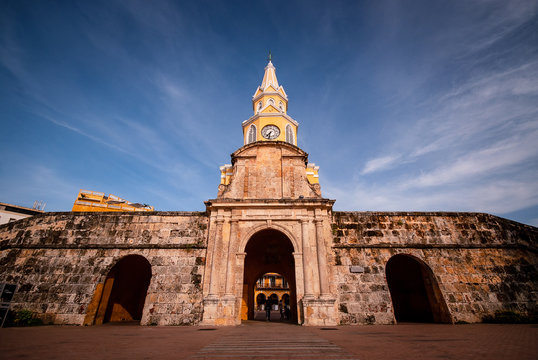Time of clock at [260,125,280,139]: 7:32
